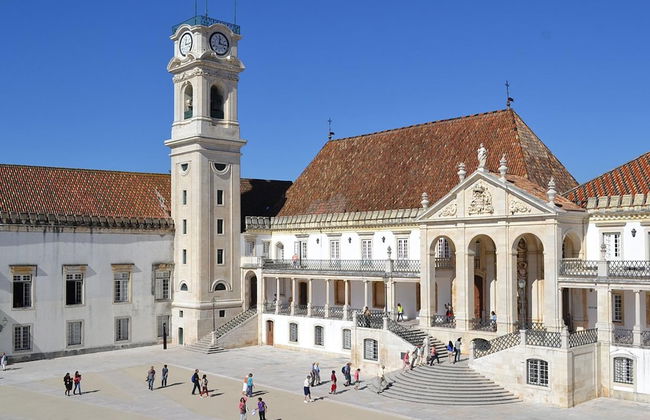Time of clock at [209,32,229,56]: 12:16
